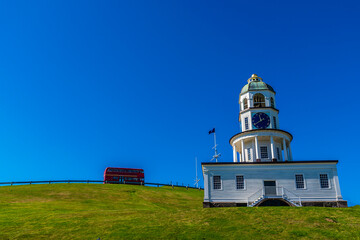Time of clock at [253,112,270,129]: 11:39
